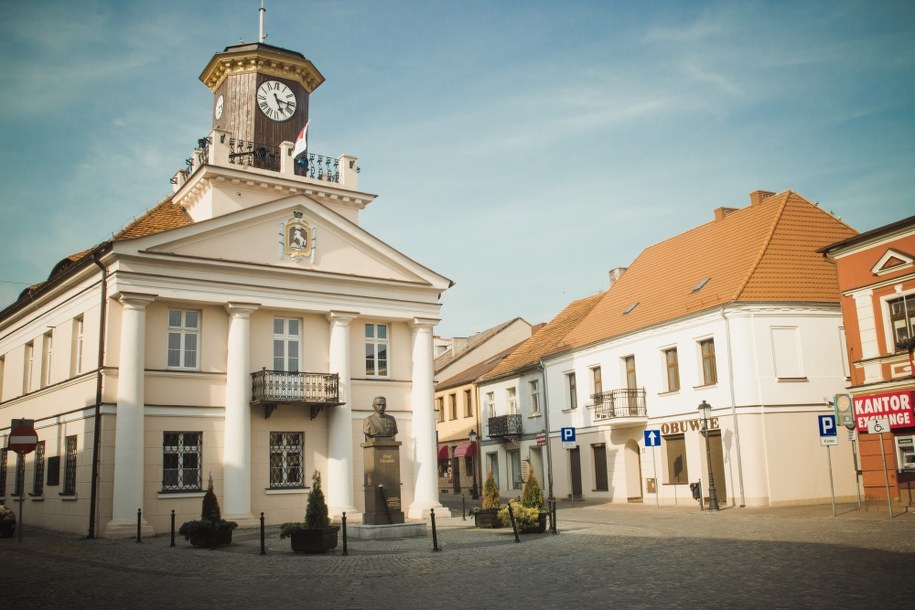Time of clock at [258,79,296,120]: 5:16
